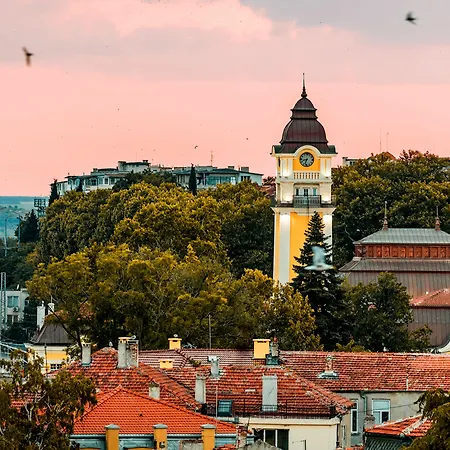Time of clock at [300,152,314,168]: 8:33
